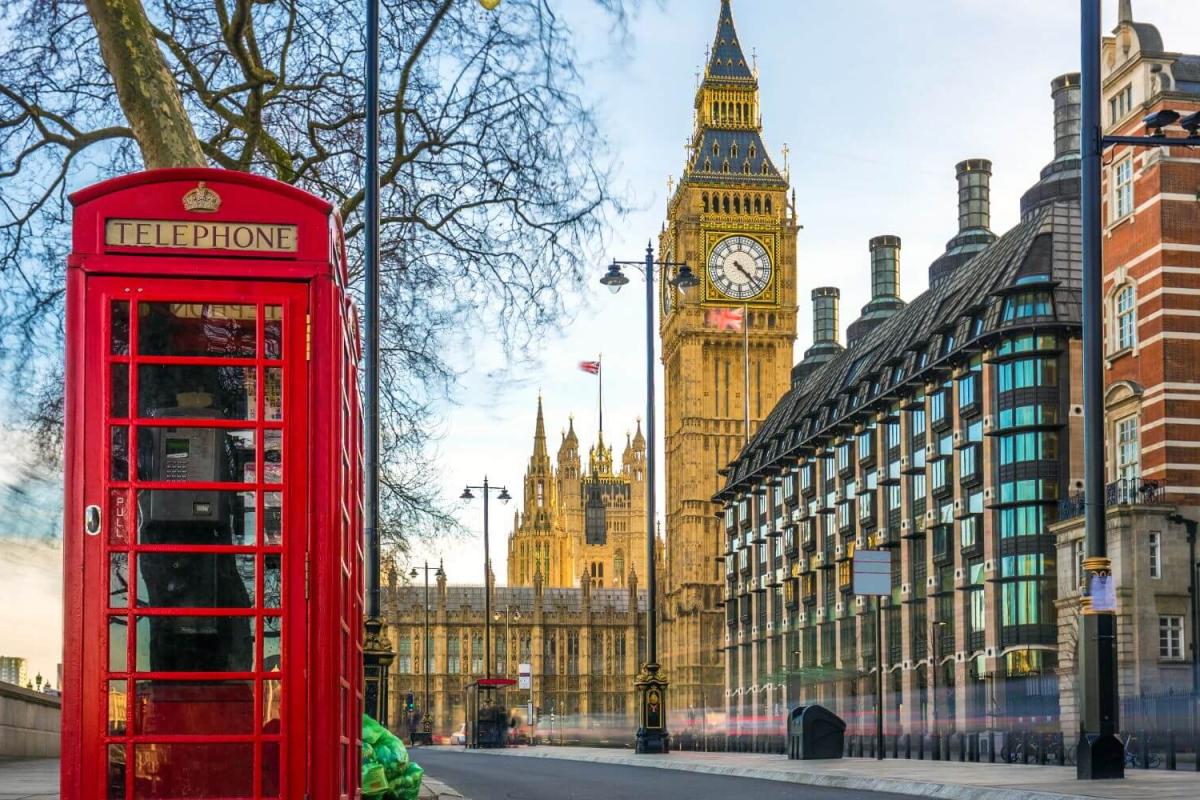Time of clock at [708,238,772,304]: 4:22
